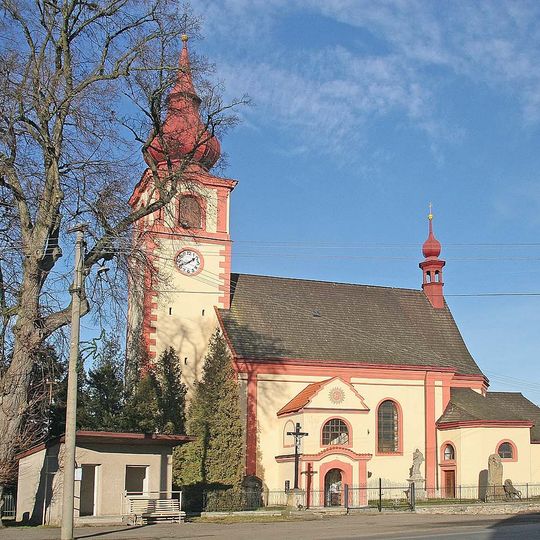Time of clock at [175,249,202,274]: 1:41
